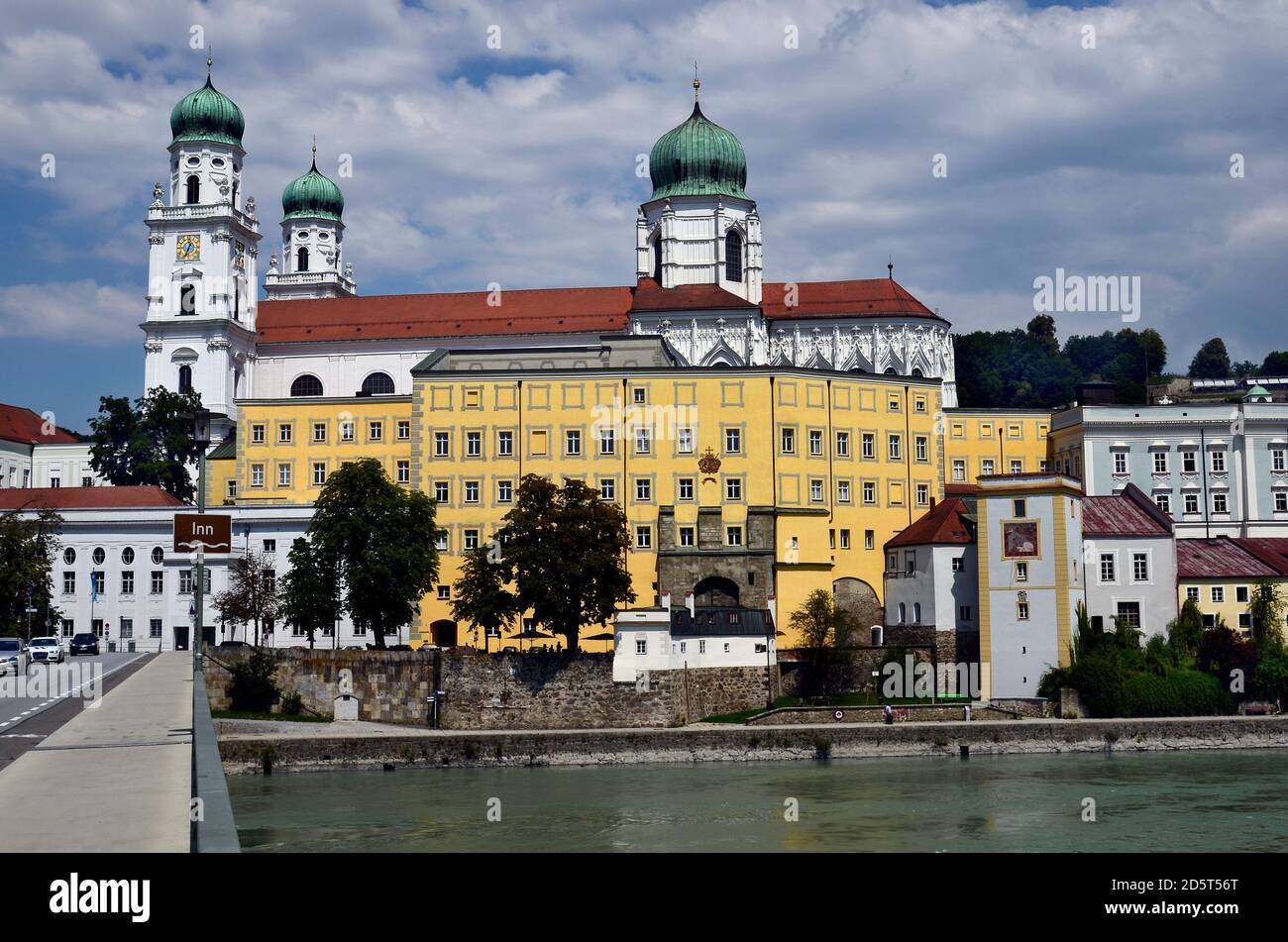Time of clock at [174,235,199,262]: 12:34
